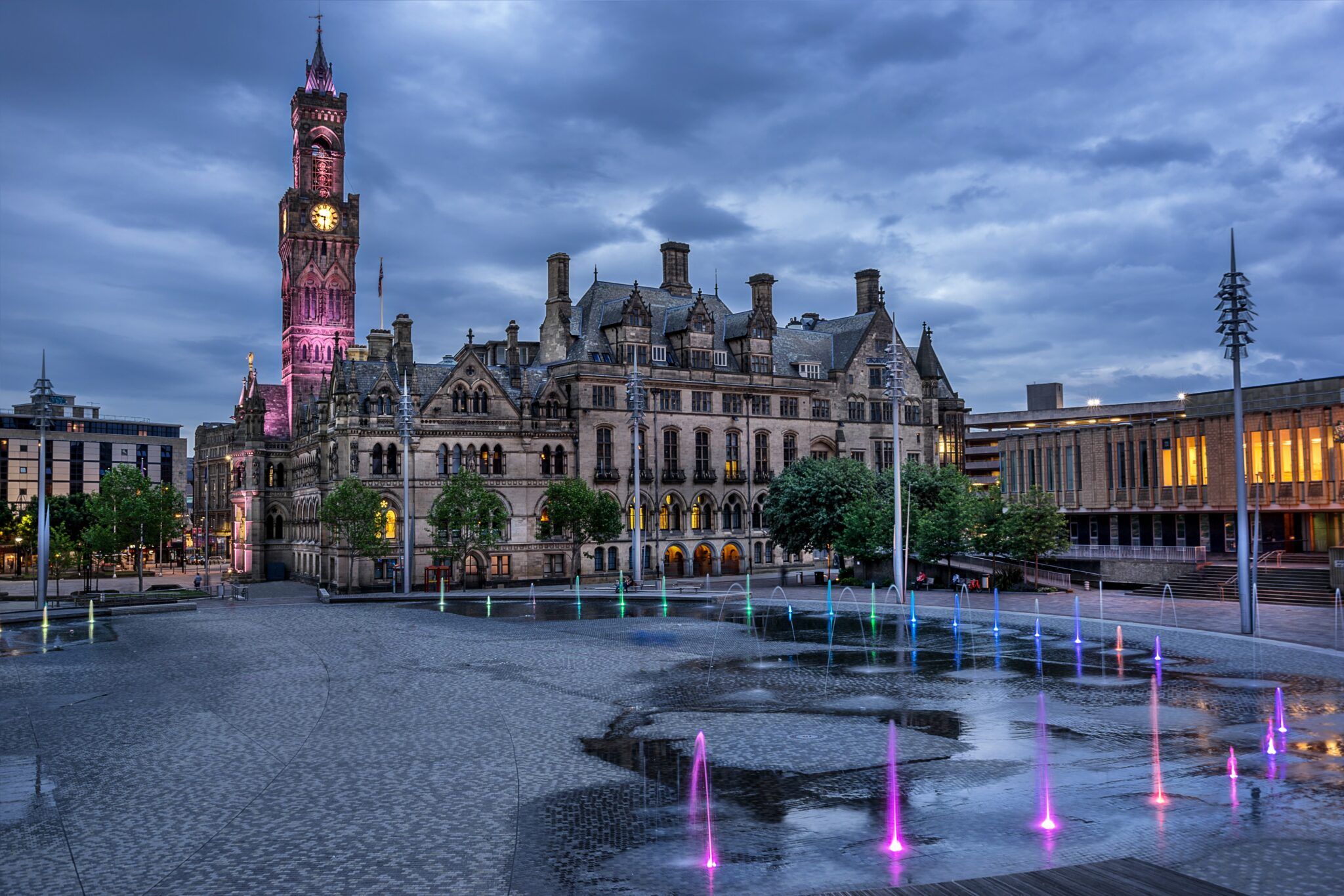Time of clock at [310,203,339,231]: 9:30
